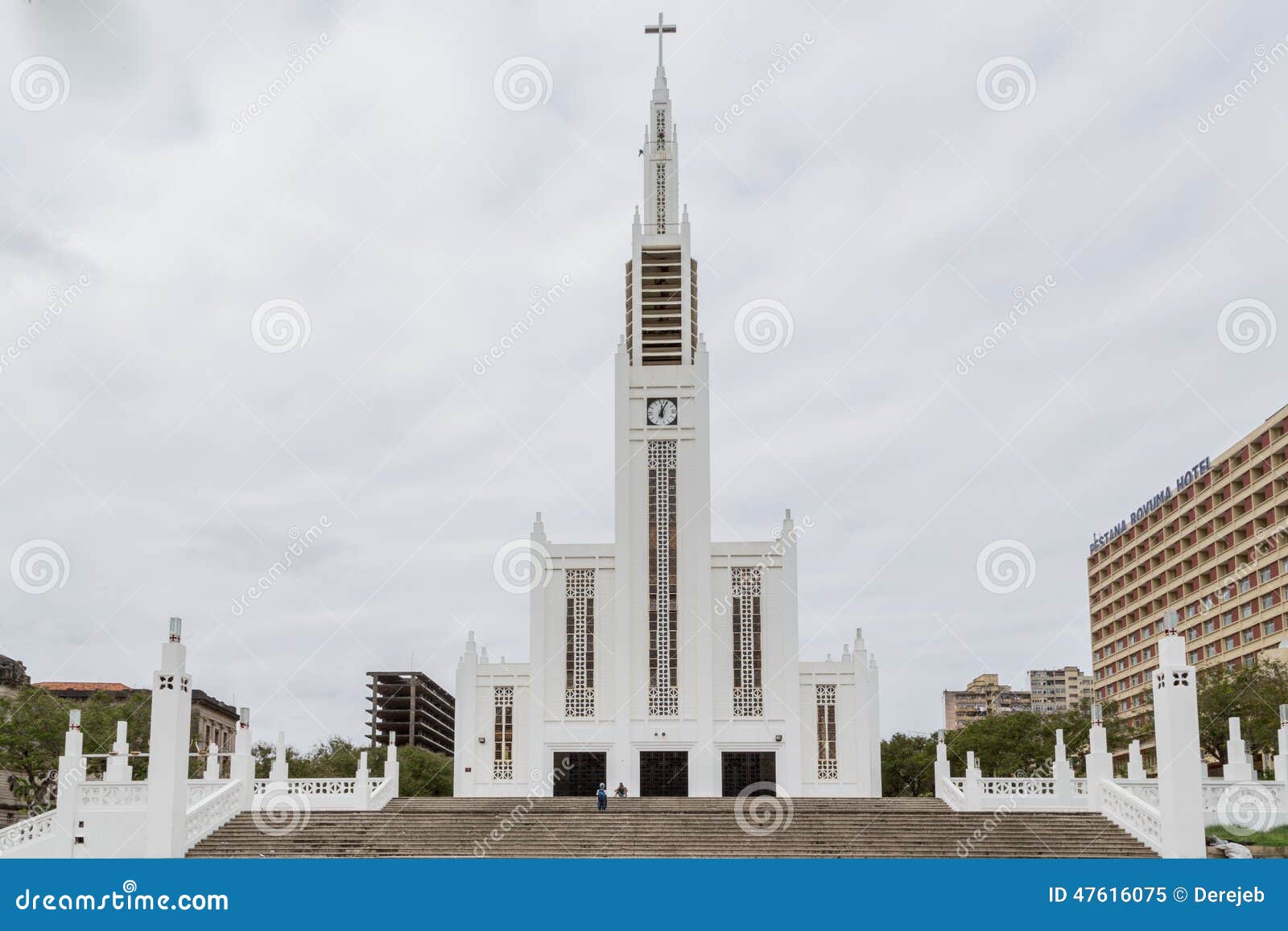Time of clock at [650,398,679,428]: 12:04
